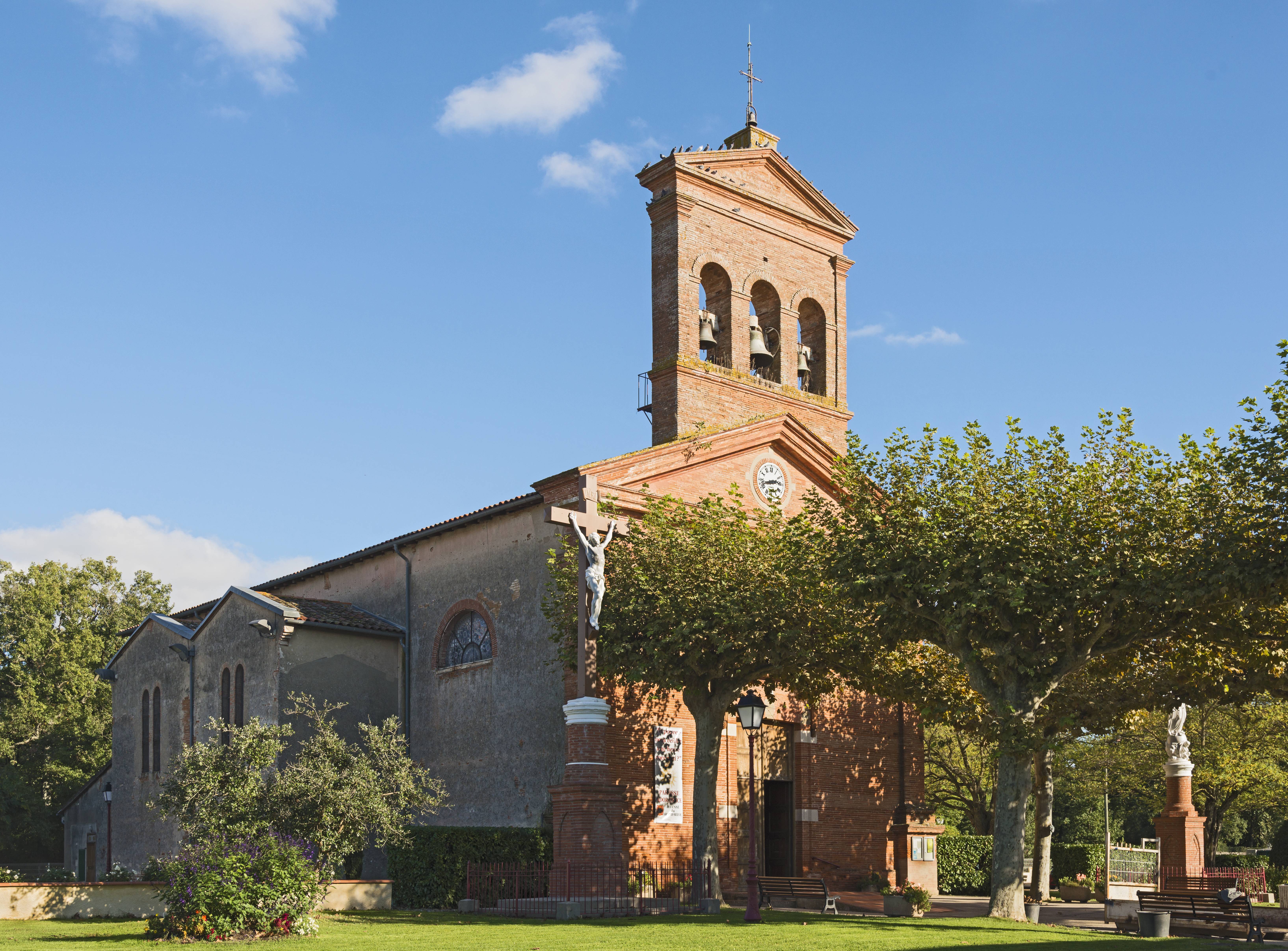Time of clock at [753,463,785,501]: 2:42
